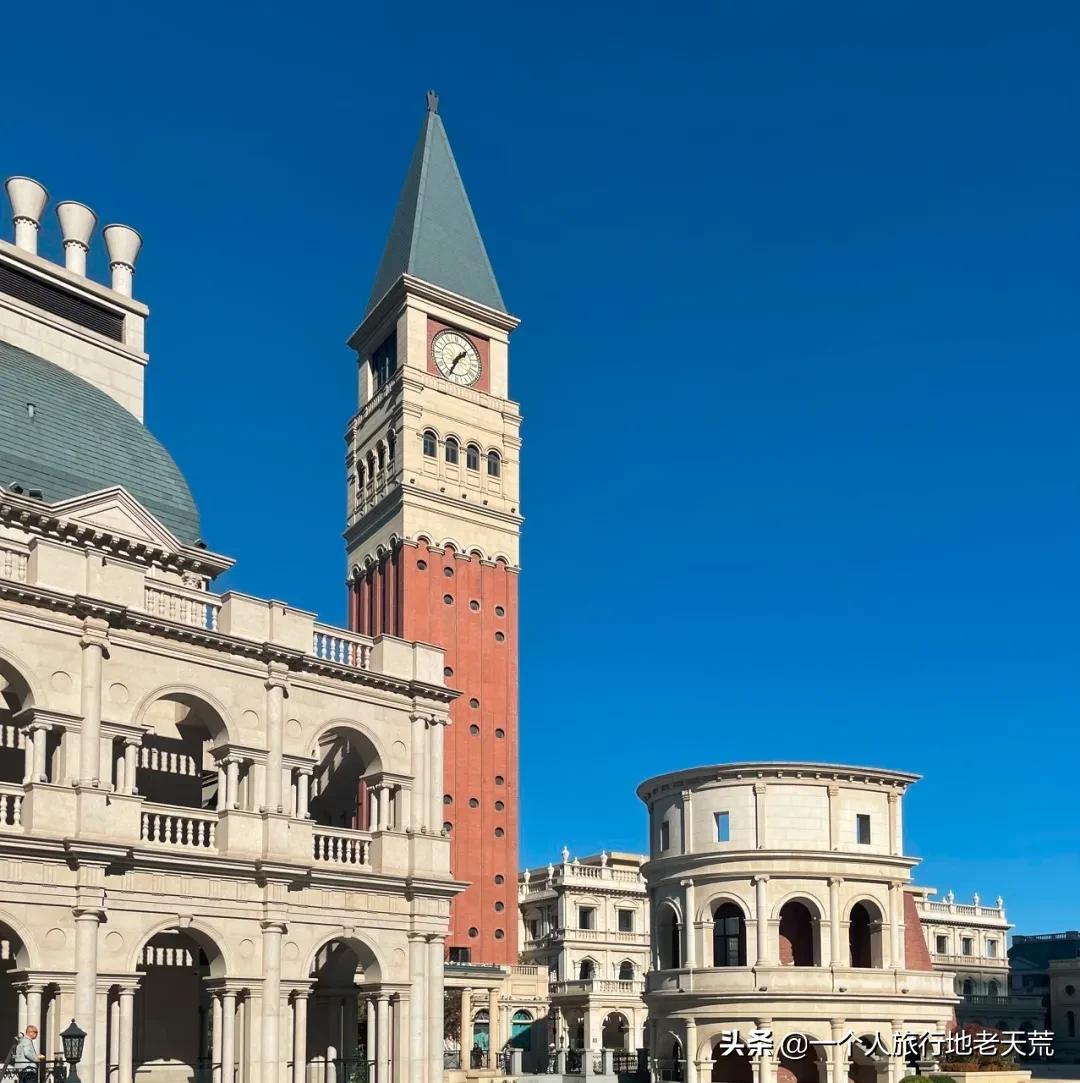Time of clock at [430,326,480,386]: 1:34
